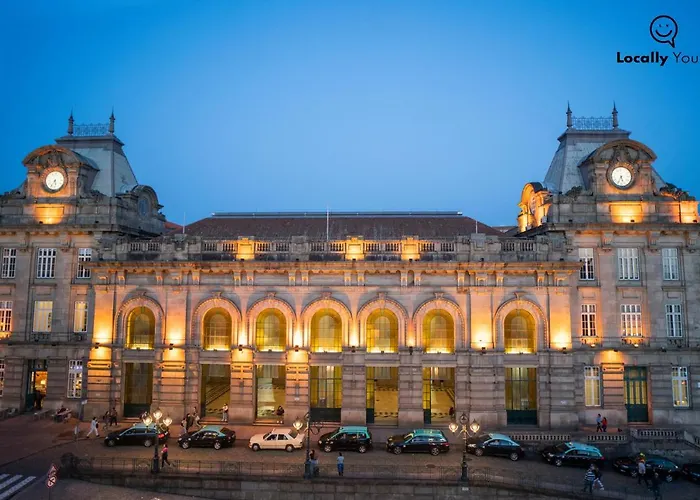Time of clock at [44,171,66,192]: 5:35
